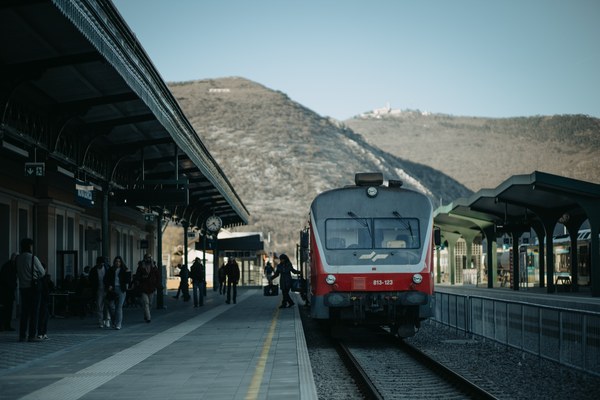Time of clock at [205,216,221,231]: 4:40
